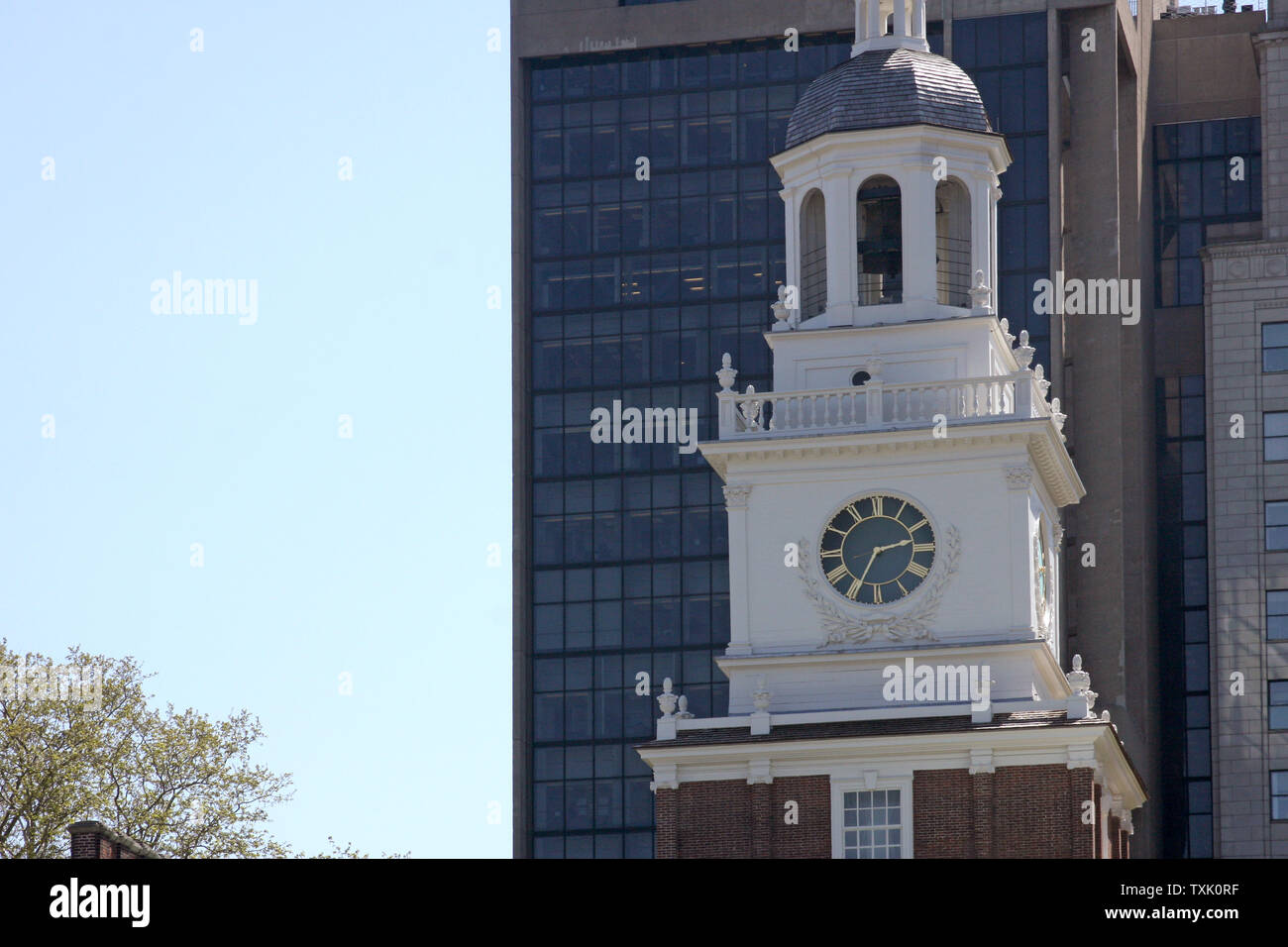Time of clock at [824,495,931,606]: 2:34
